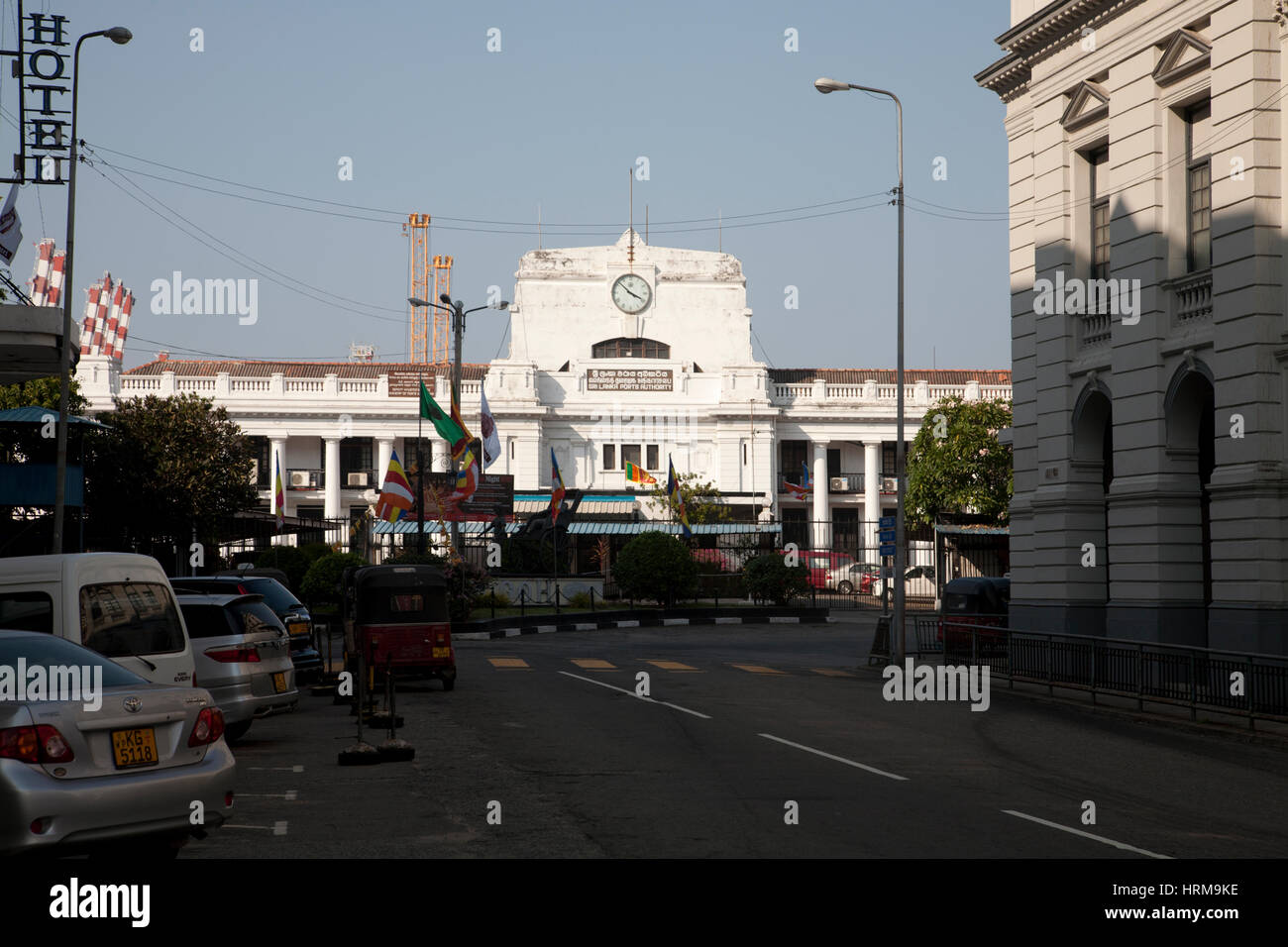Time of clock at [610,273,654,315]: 3:52
